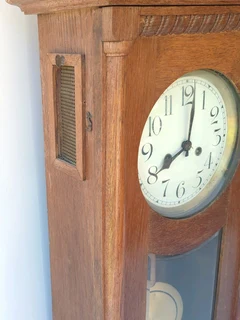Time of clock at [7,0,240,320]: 8:01
